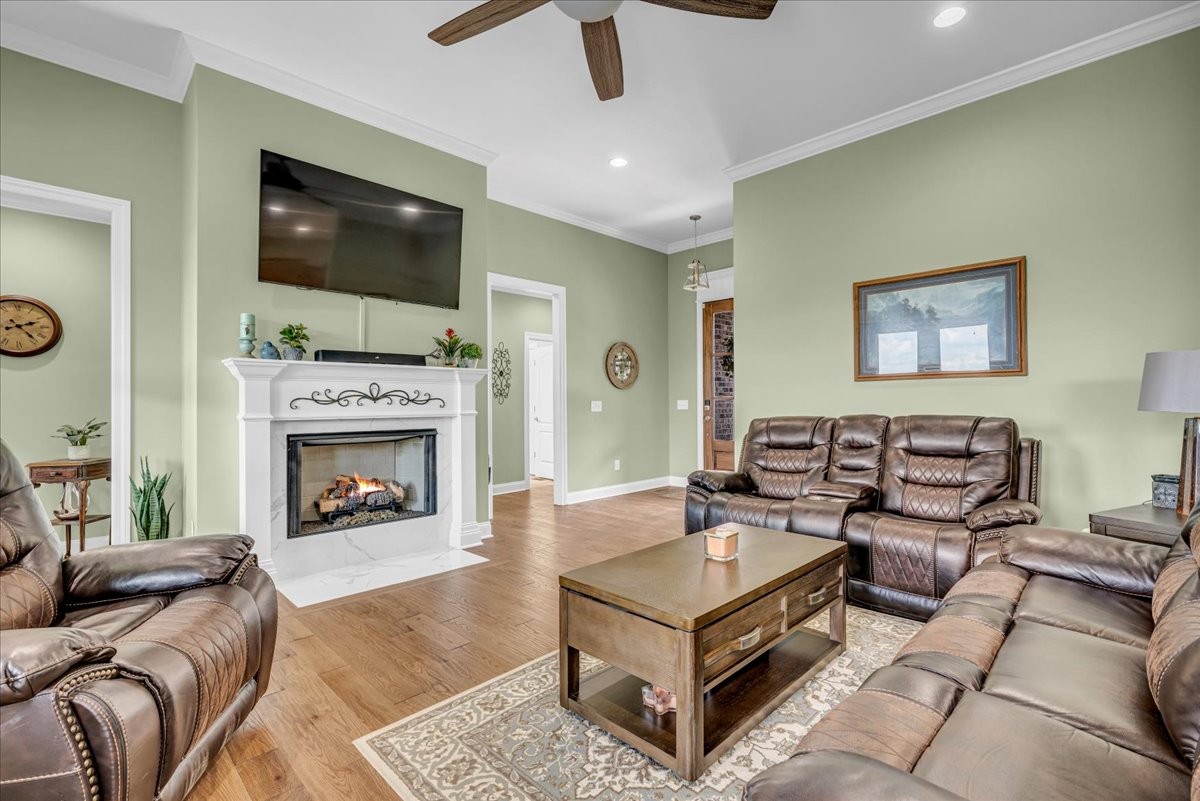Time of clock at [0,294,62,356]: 2:23
